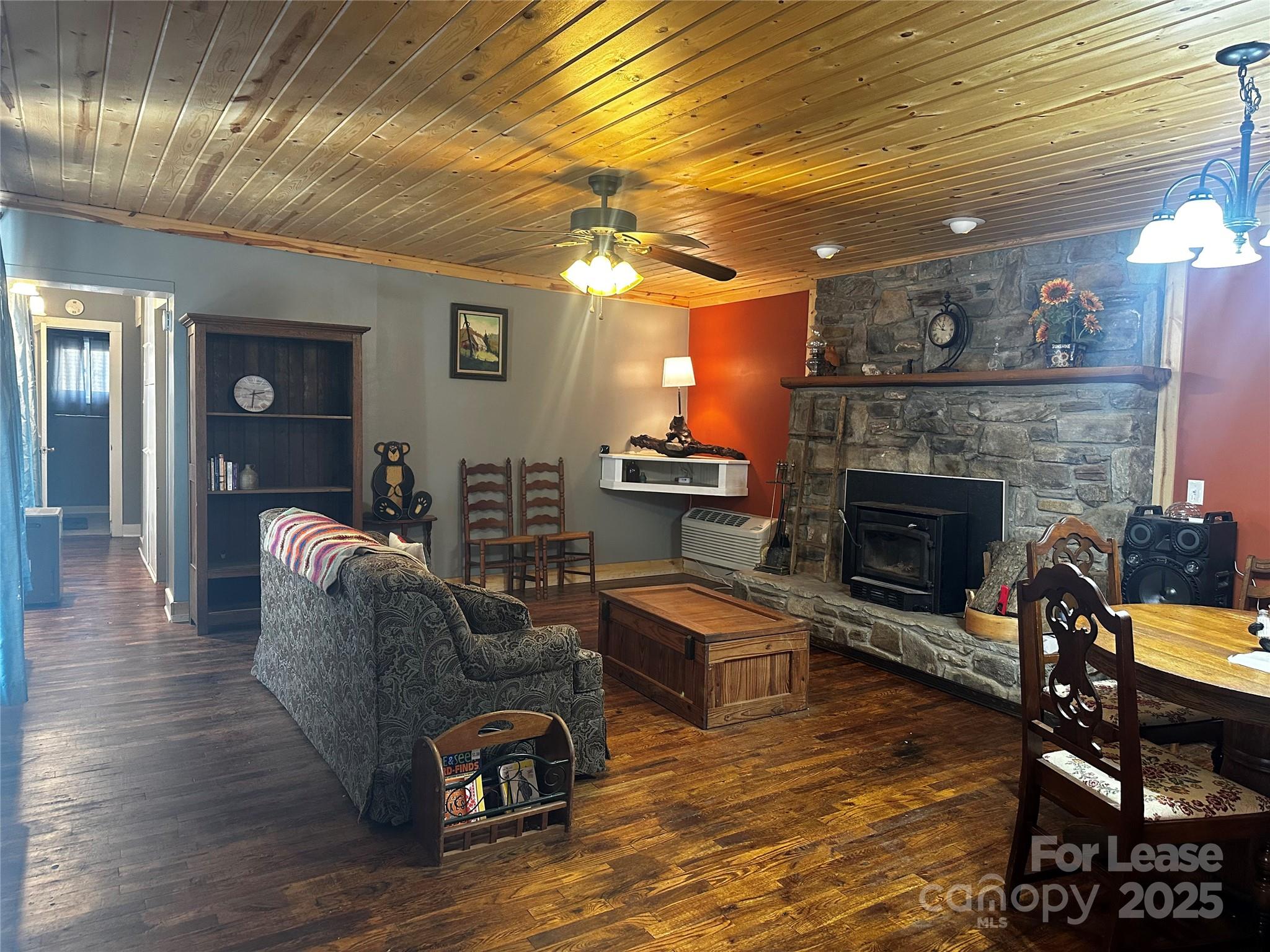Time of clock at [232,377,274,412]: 2:30
